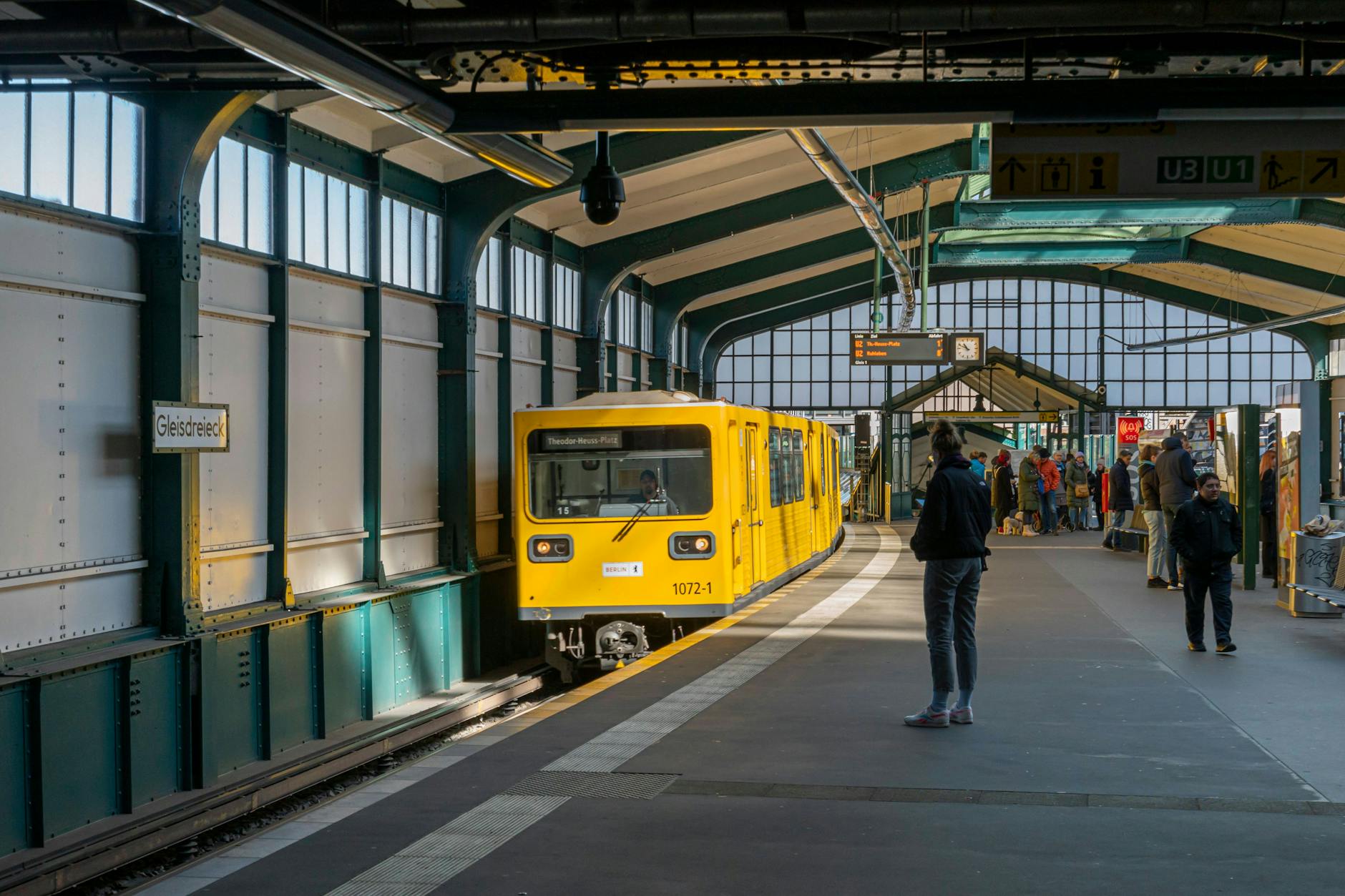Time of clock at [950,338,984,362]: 10:49
